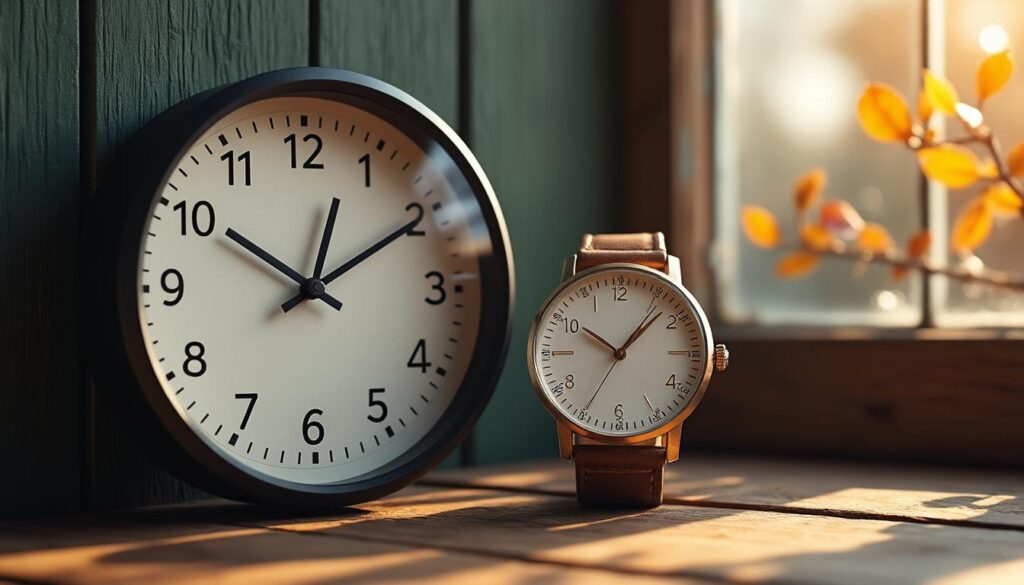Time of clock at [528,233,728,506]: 10:07
